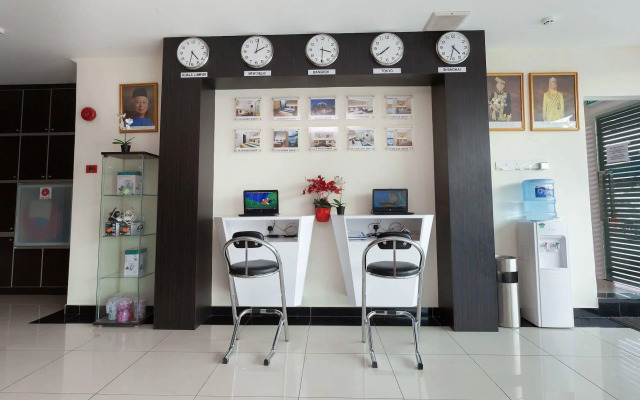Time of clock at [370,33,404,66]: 7:38
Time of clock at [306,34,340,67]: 3:30
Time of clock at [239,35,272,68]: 2:01
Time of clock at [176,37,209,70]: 4:32
